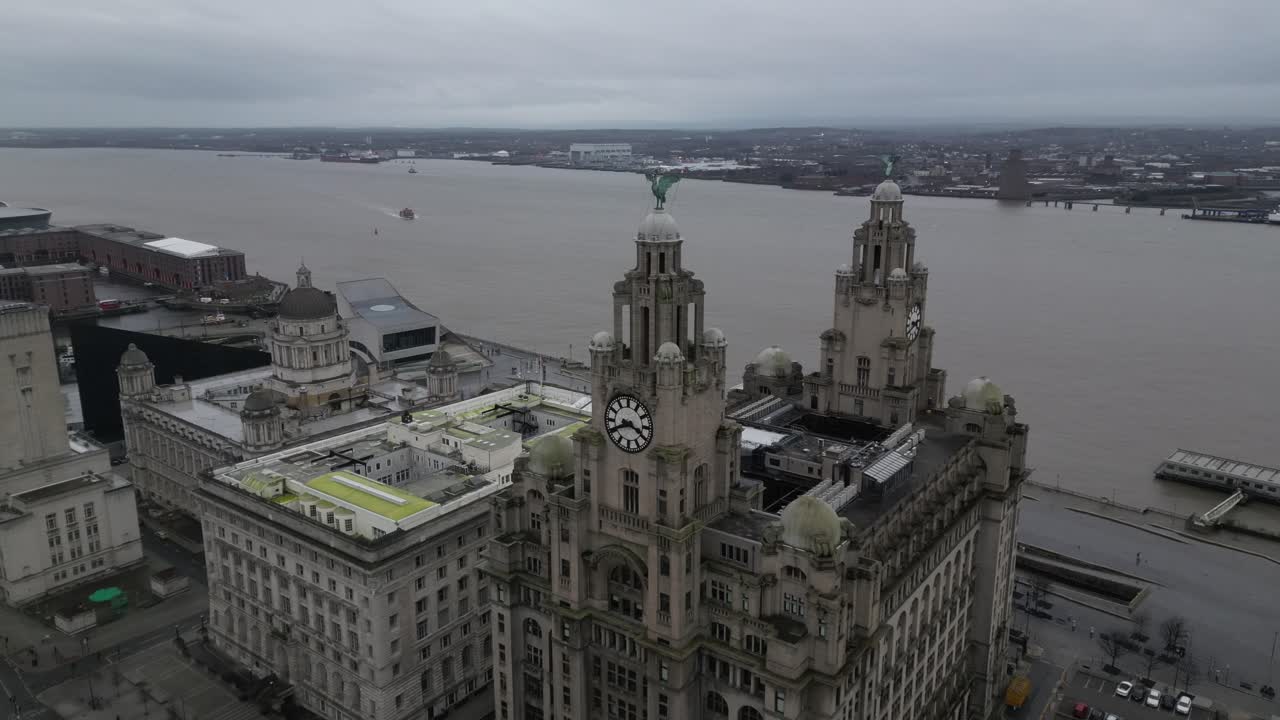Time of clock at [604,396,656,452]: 3:40
